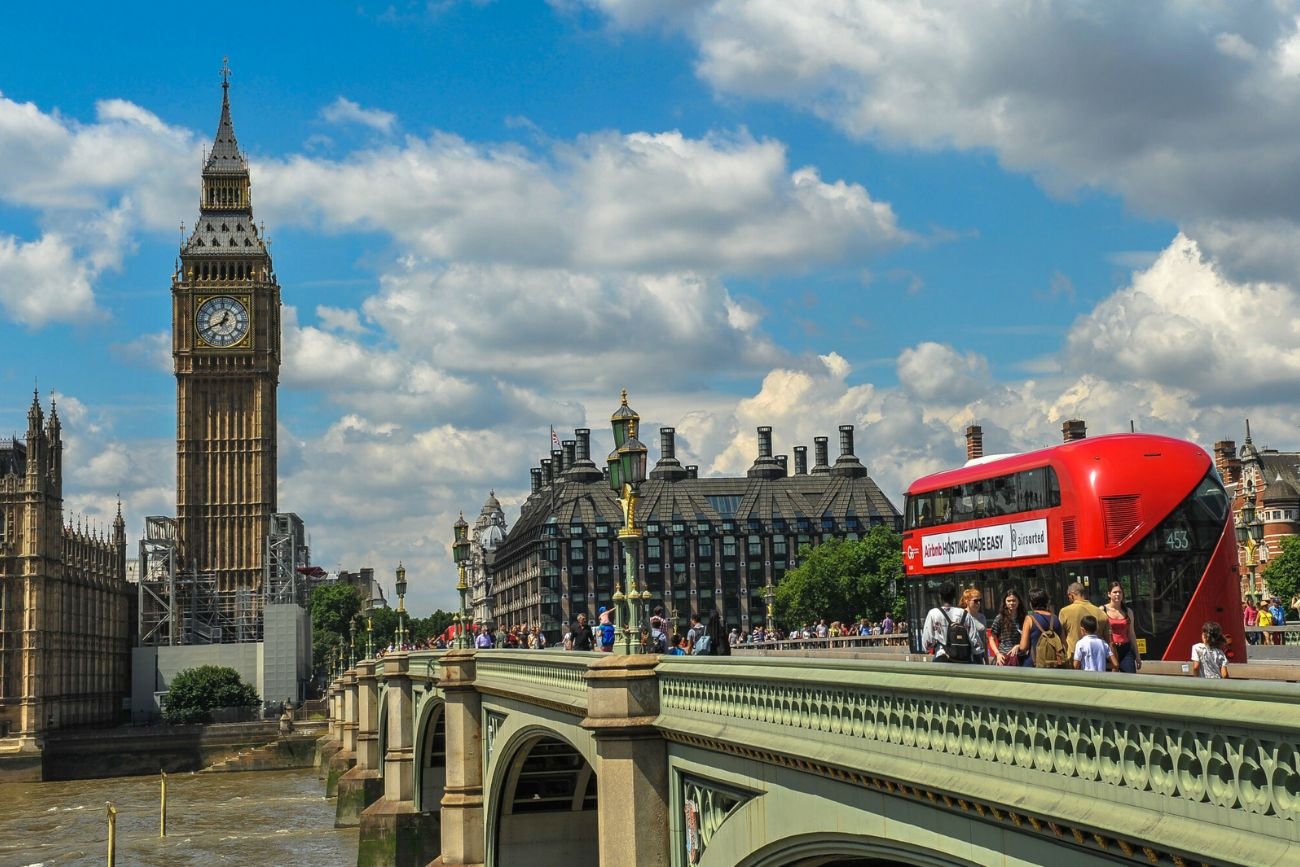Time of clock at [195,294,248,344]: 12:40
